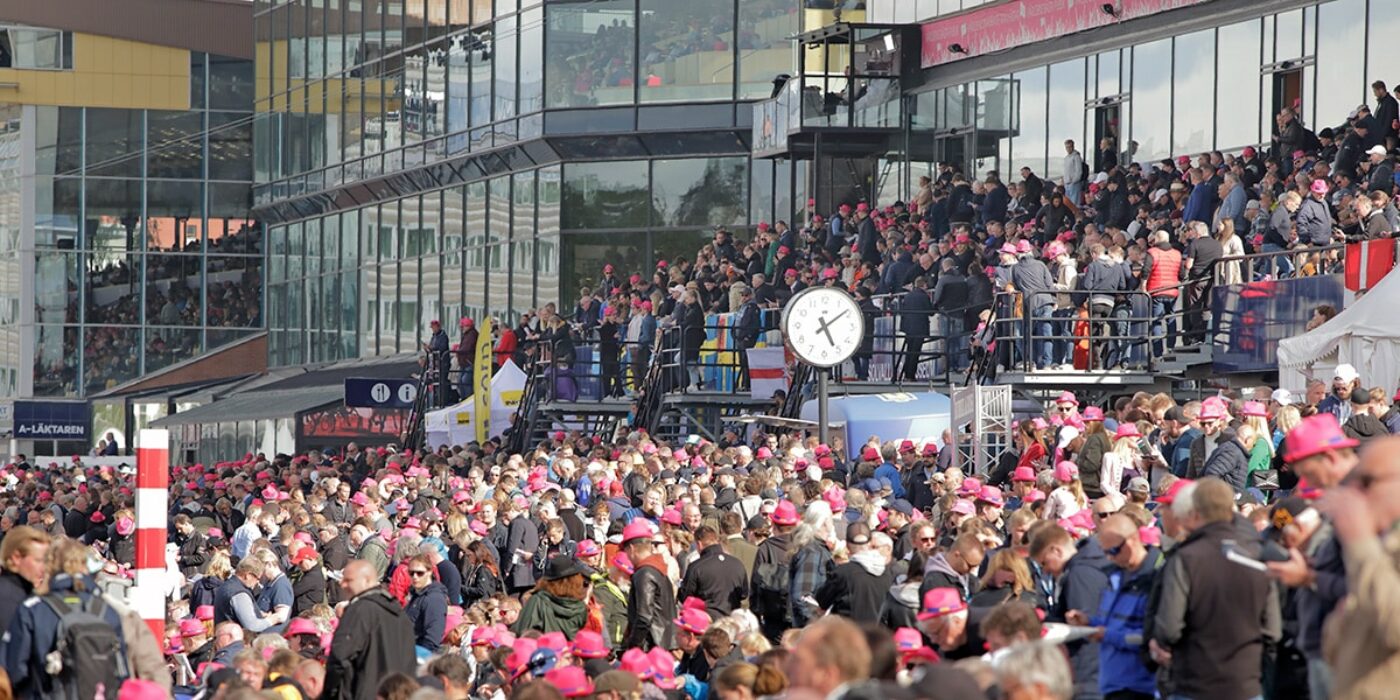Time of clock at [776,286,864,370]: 5:08
